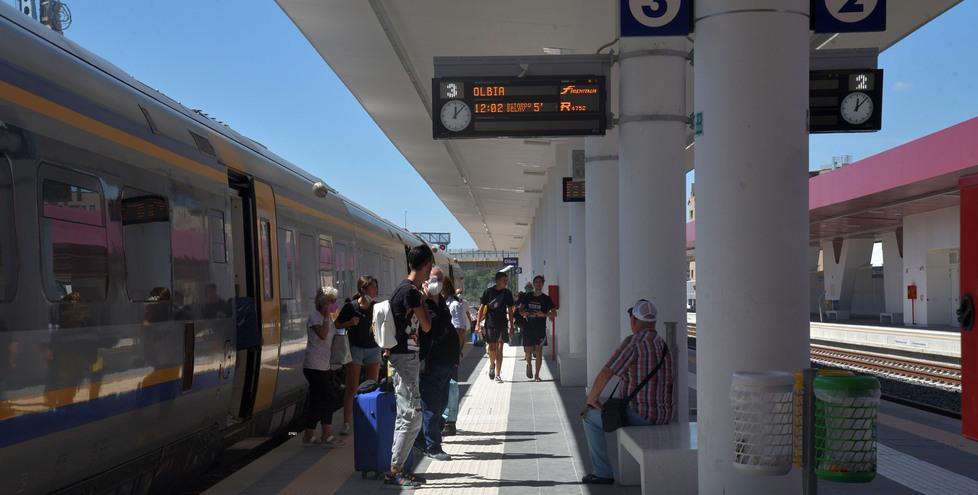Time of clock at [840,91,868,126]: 12:07
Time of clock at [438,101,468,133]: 12:07
